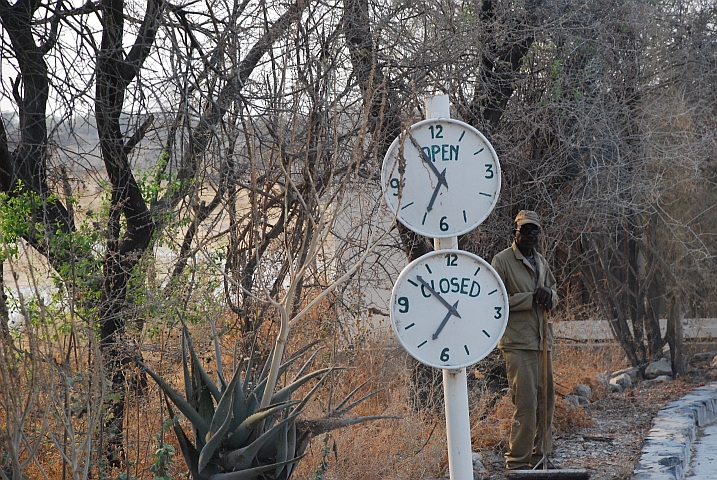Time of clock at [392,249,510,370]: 6:51
